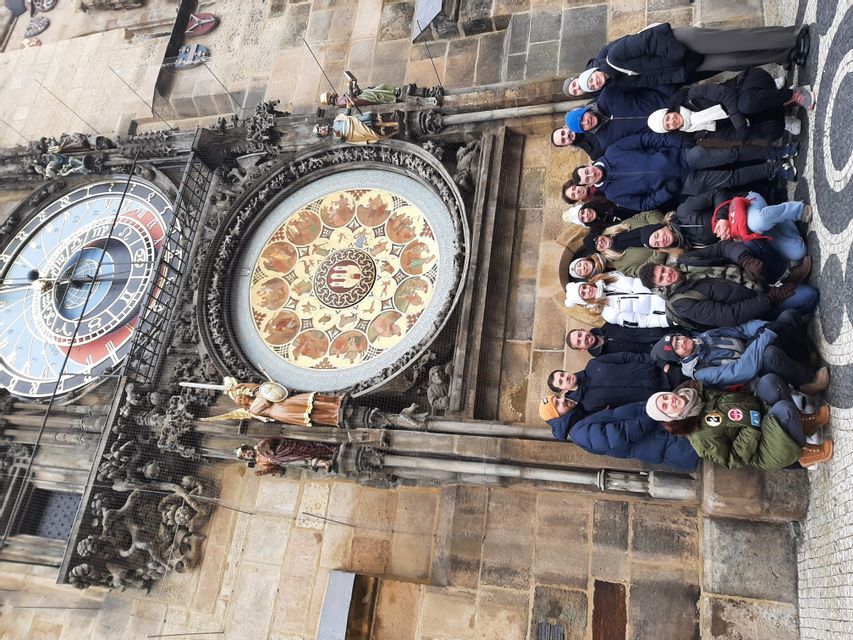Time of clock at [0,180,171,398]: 9:01
